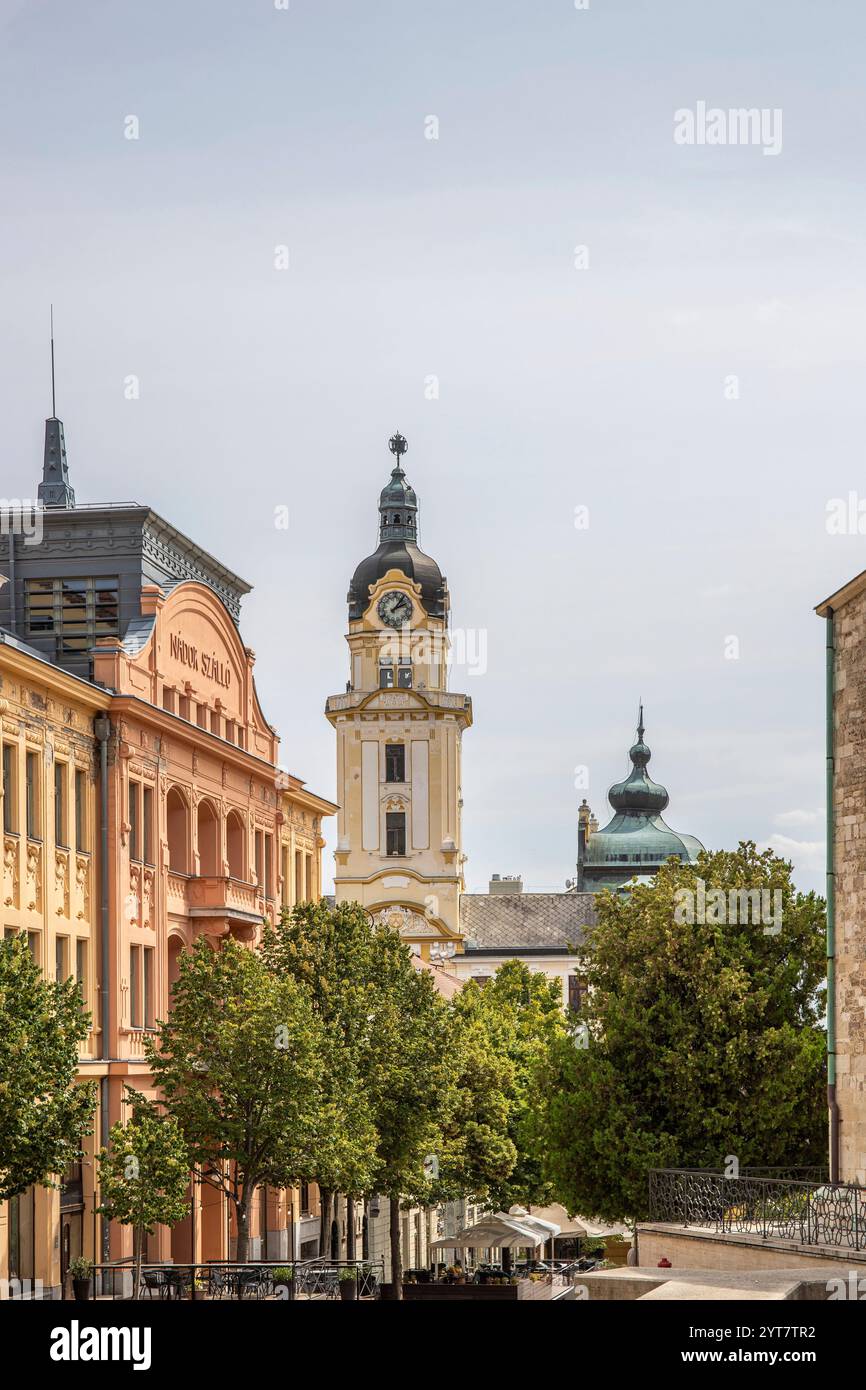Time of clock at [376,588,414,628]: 2:06
